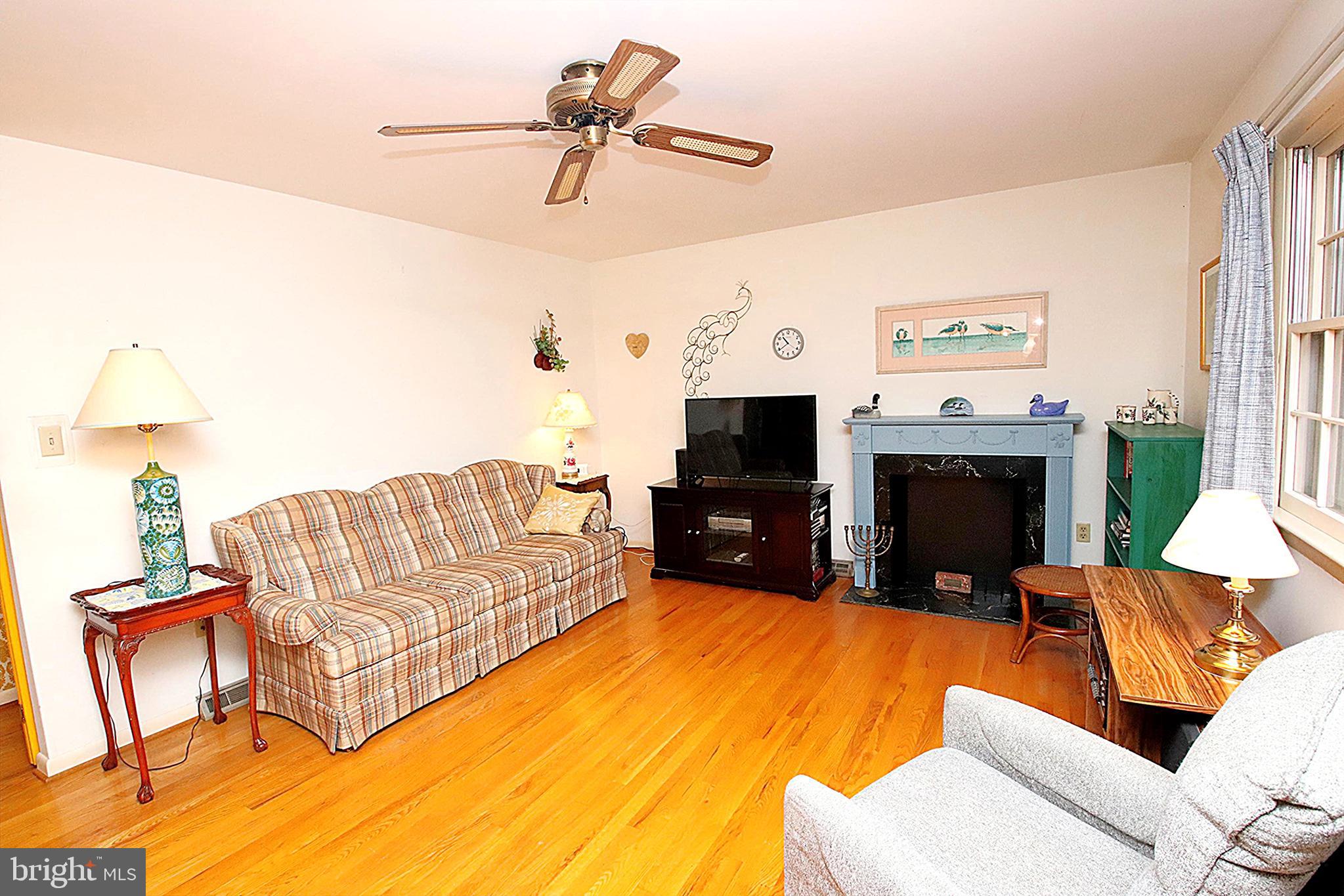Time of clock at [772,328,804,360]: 10:39
